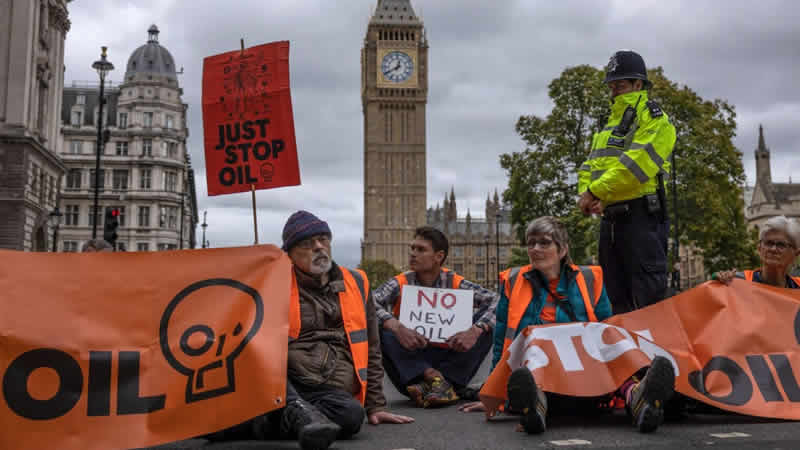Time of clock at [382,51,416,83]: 12:40
